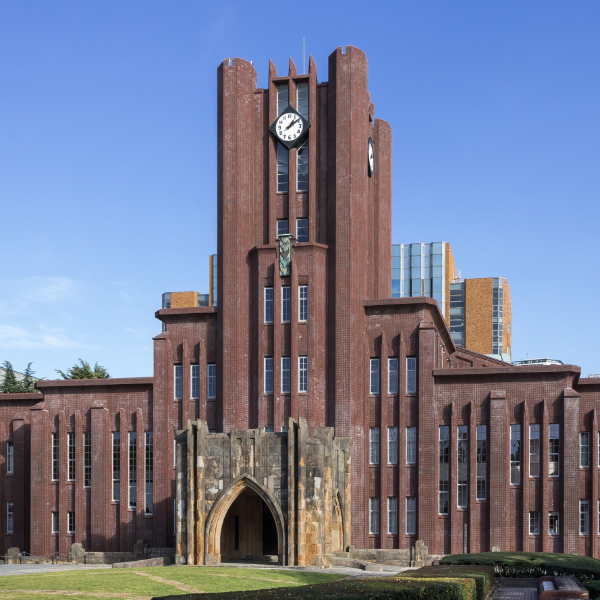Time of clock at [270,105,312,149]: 1:09
